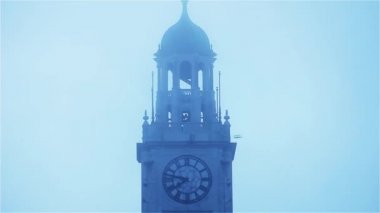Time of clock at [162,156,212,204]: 7:46
